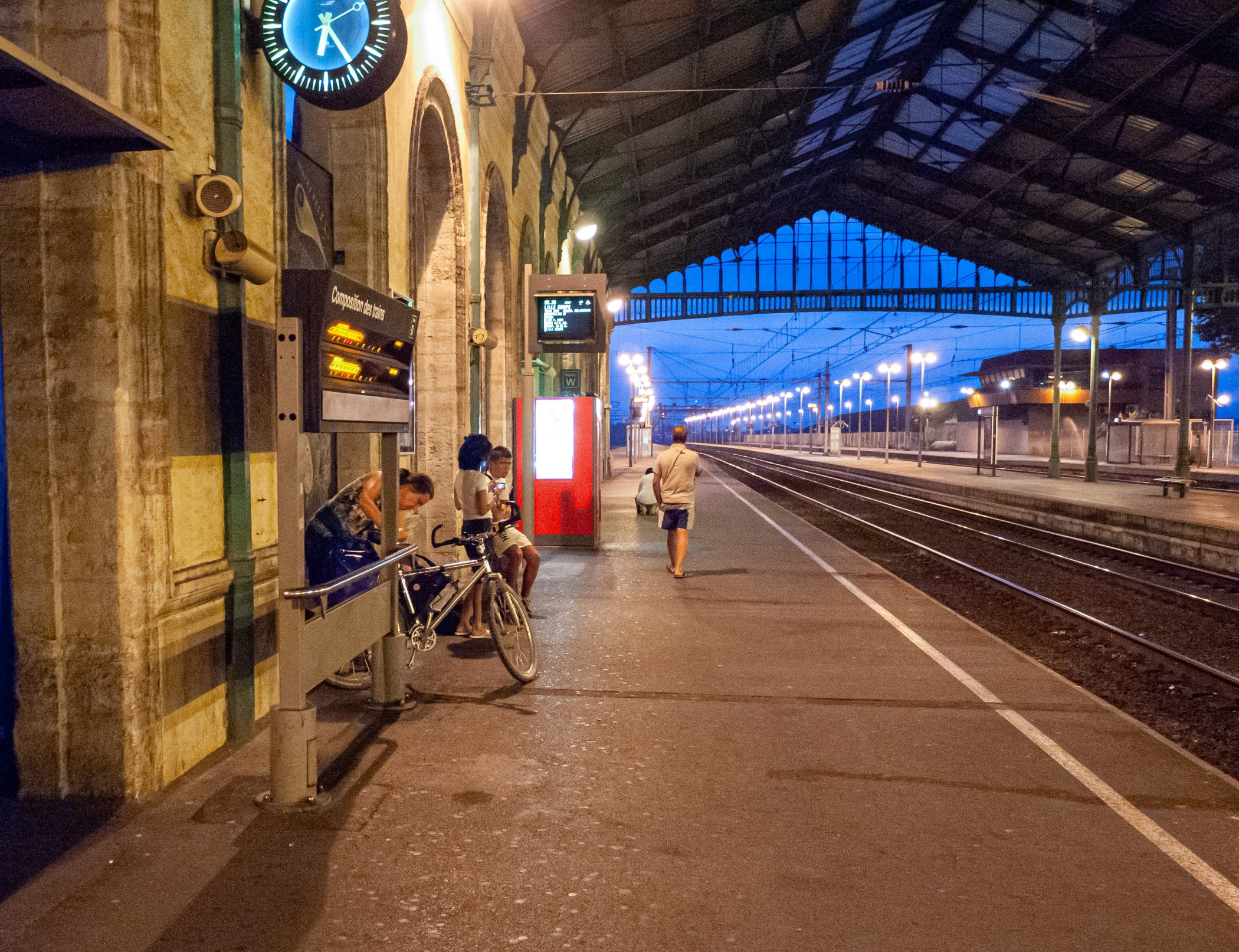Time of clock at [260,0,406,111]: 6:24
